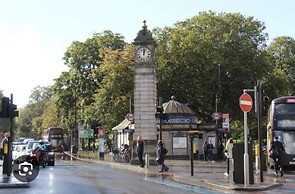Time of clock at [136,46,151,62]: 12:02
